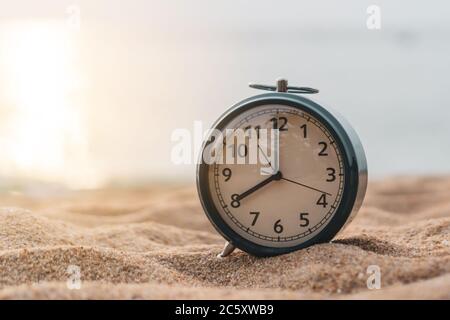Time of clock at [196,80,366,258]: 8:00
